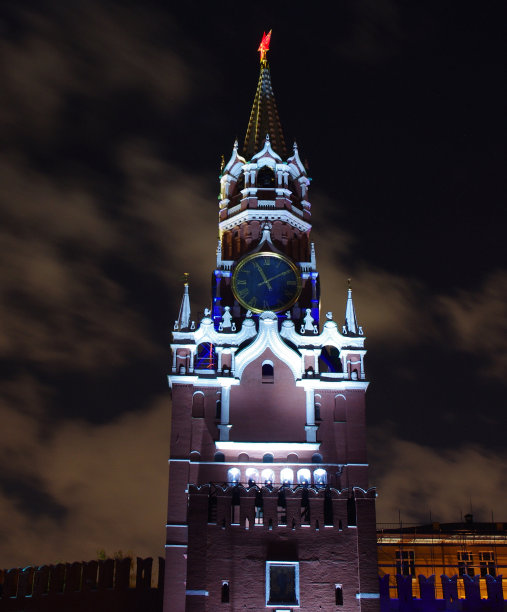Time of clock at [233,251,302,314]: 11:09
